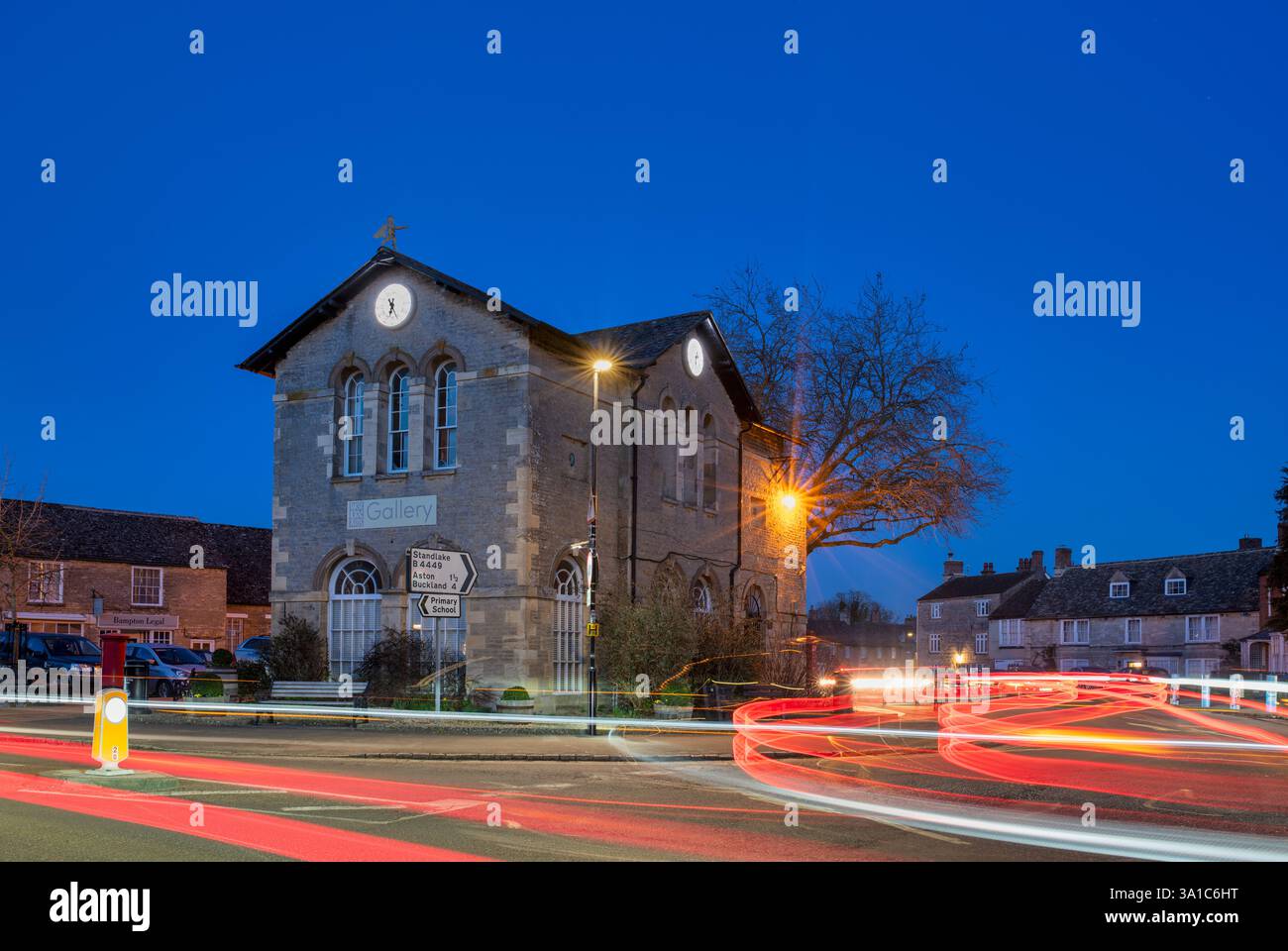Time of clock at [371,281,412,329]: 6:25
